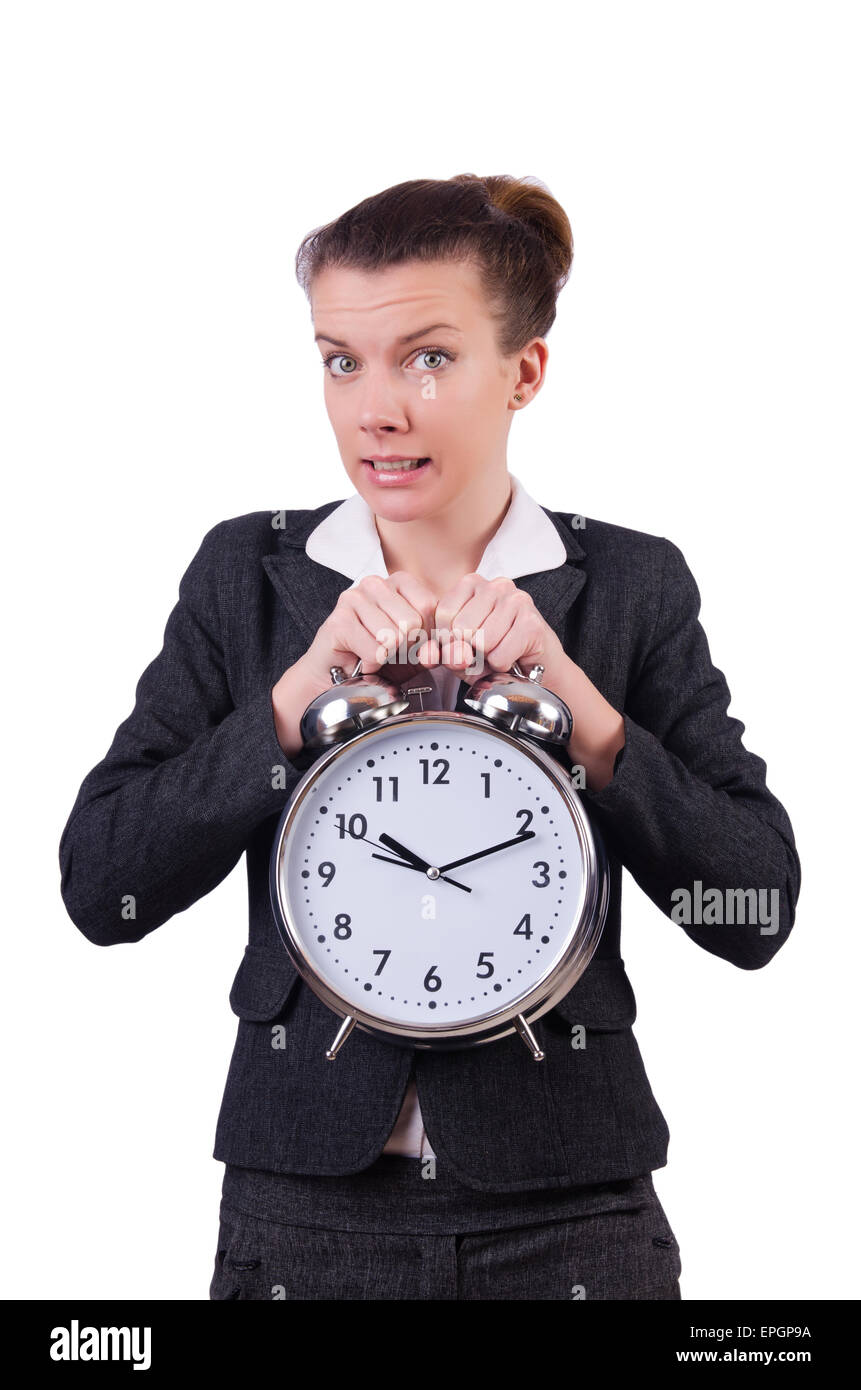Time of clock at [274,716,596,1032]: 10:11
